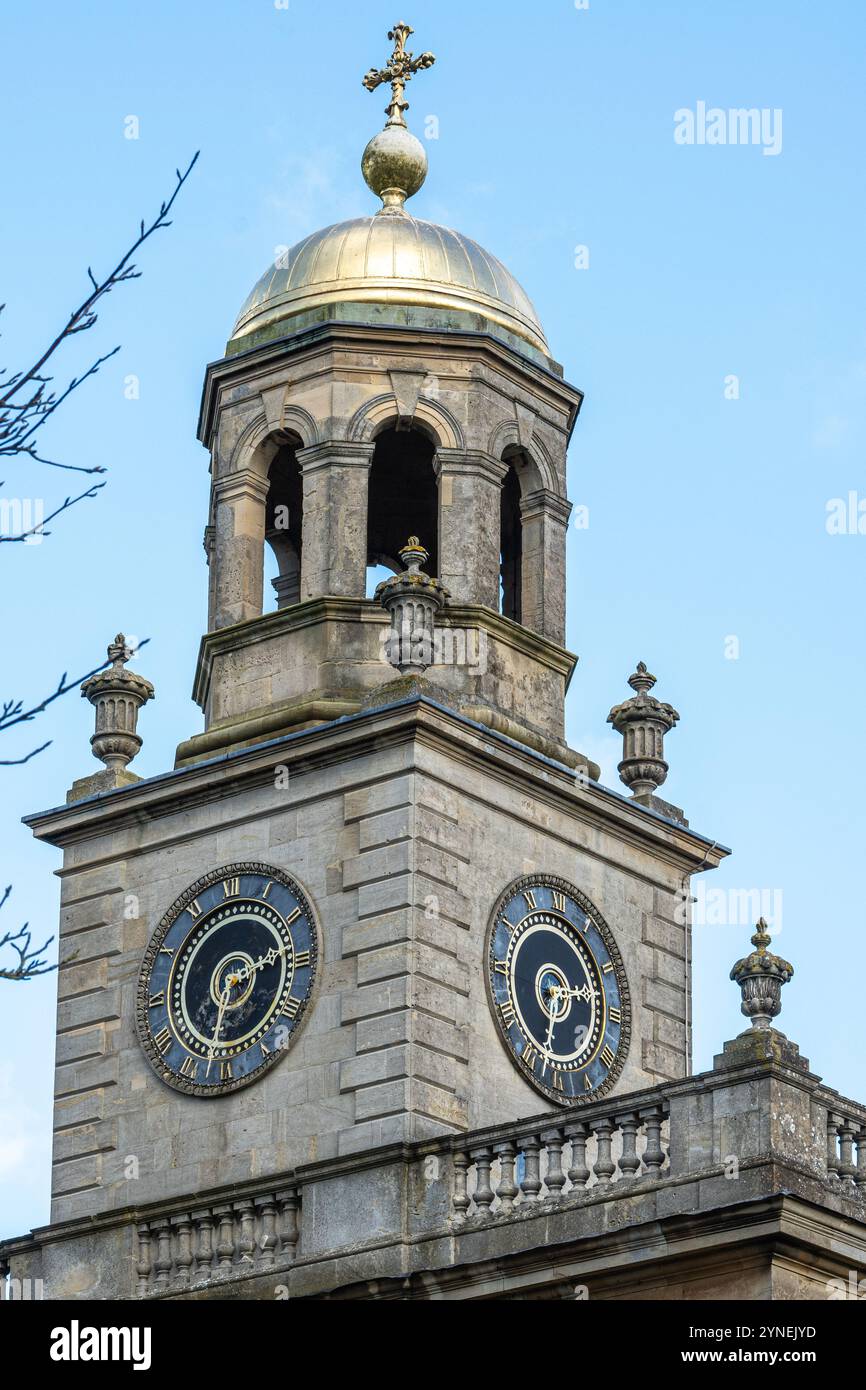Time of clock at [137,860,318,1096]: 2:32
